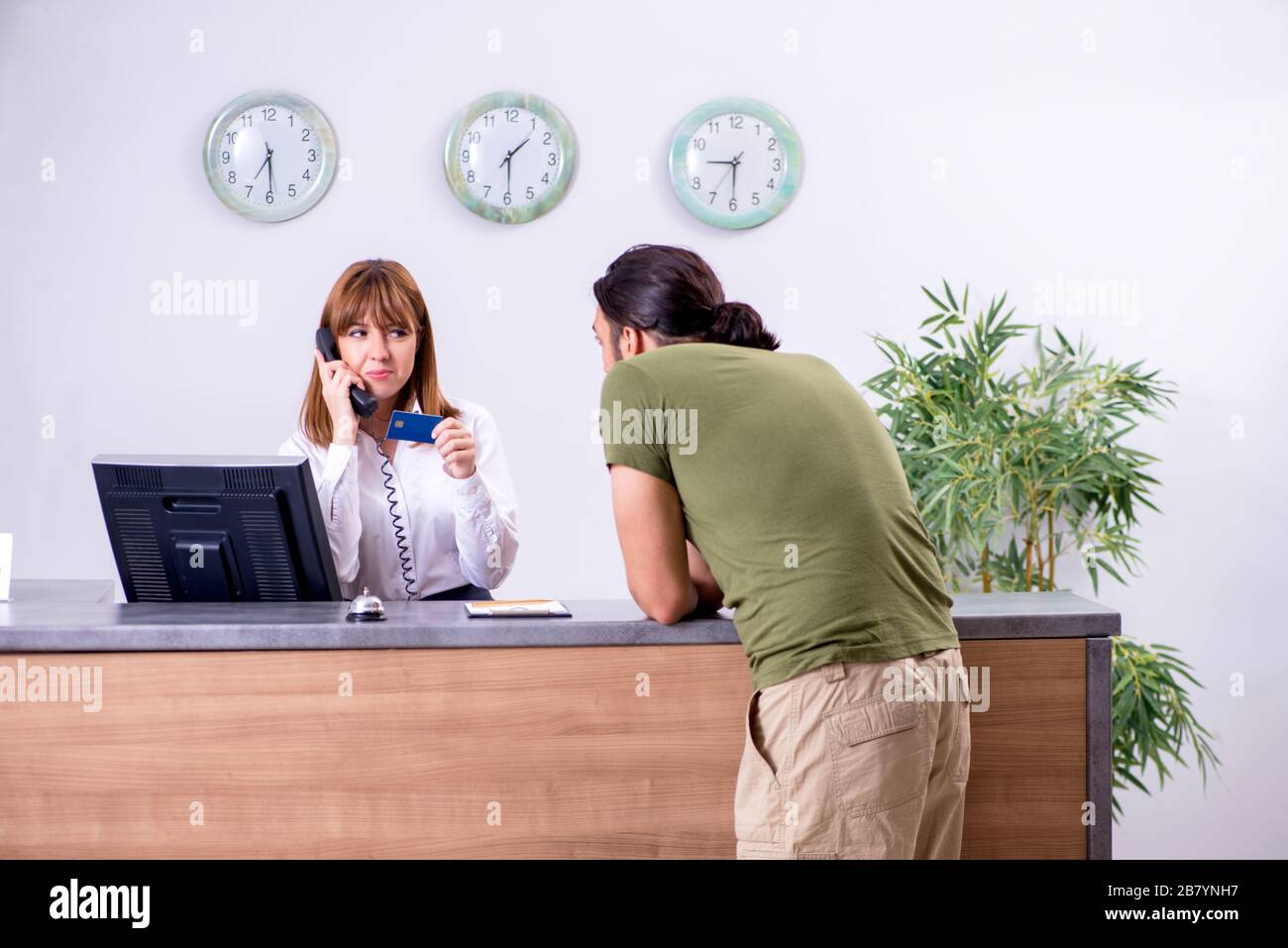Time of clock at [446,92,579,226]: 1:29
